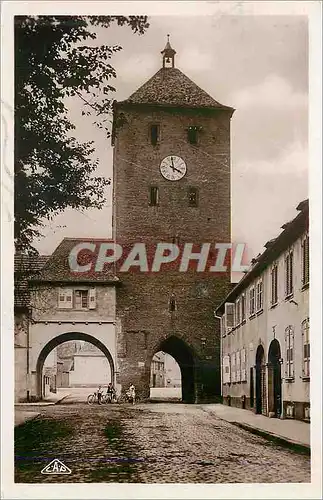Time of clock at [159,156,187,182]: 3:58
